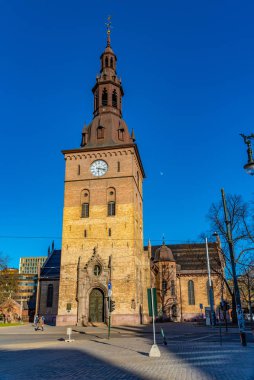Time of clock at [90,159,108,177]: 6:17
